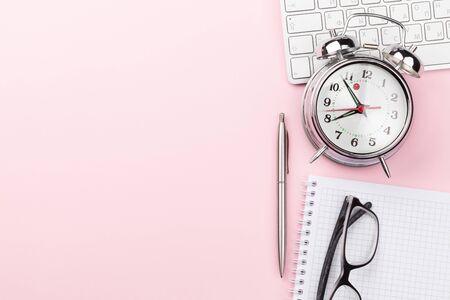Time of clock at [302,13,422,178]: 7:53
